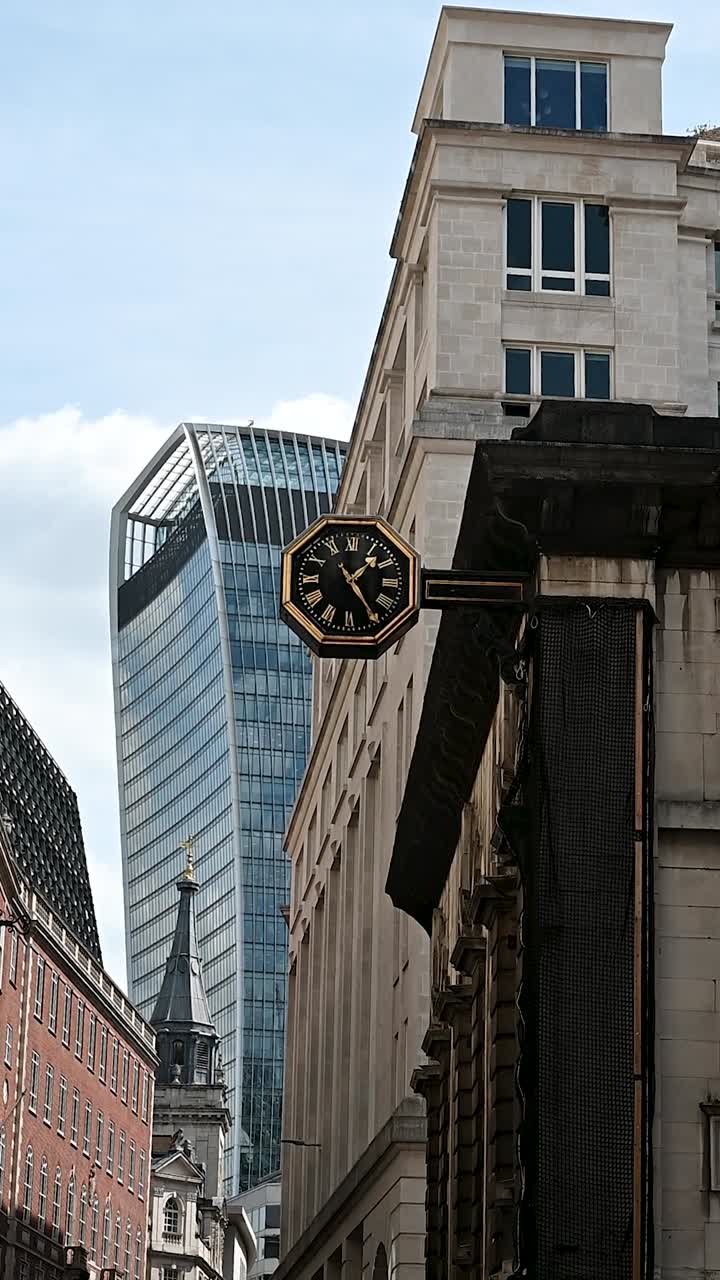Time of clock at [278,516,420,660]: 1:24
